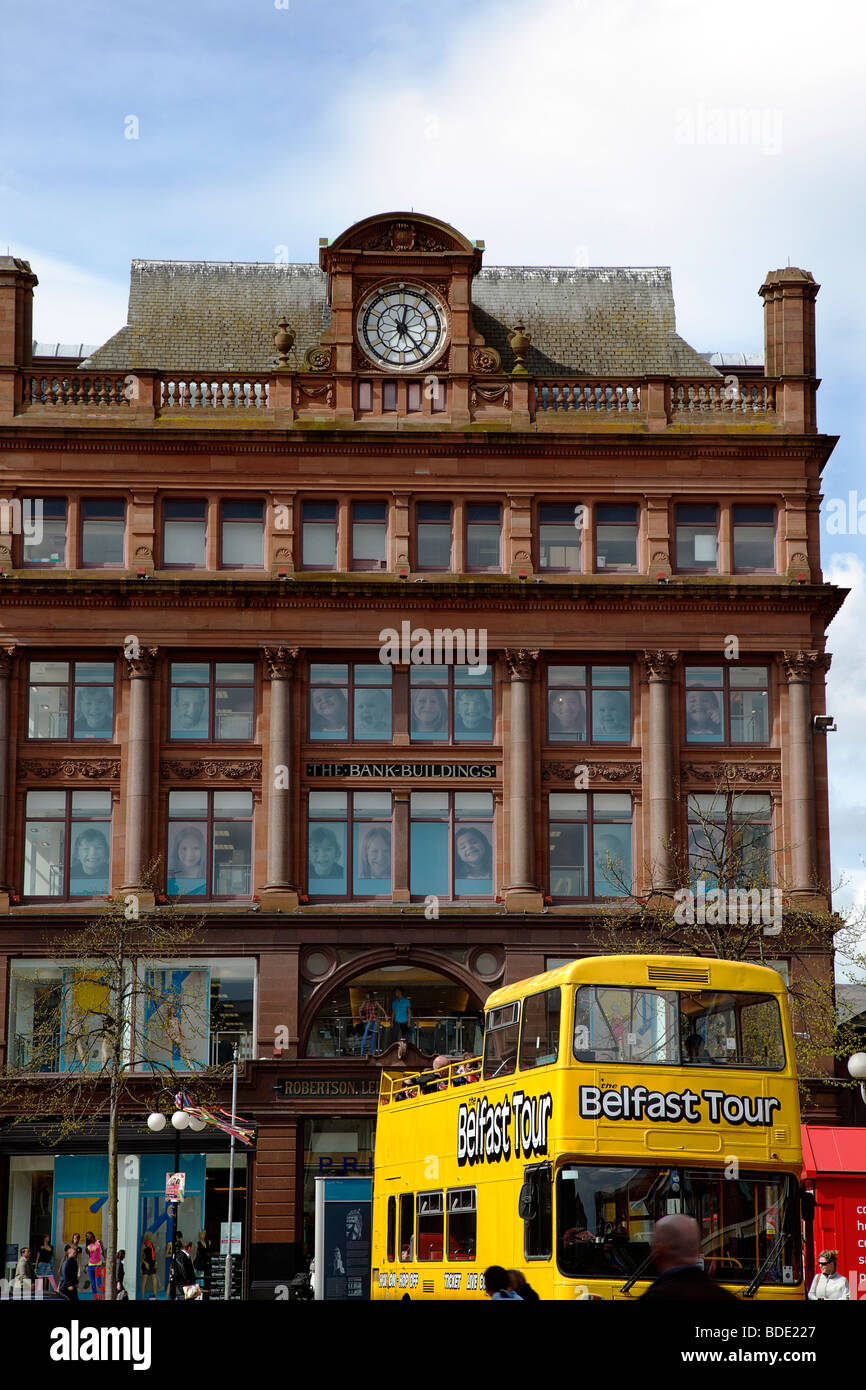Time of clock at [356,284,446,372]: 12:23
